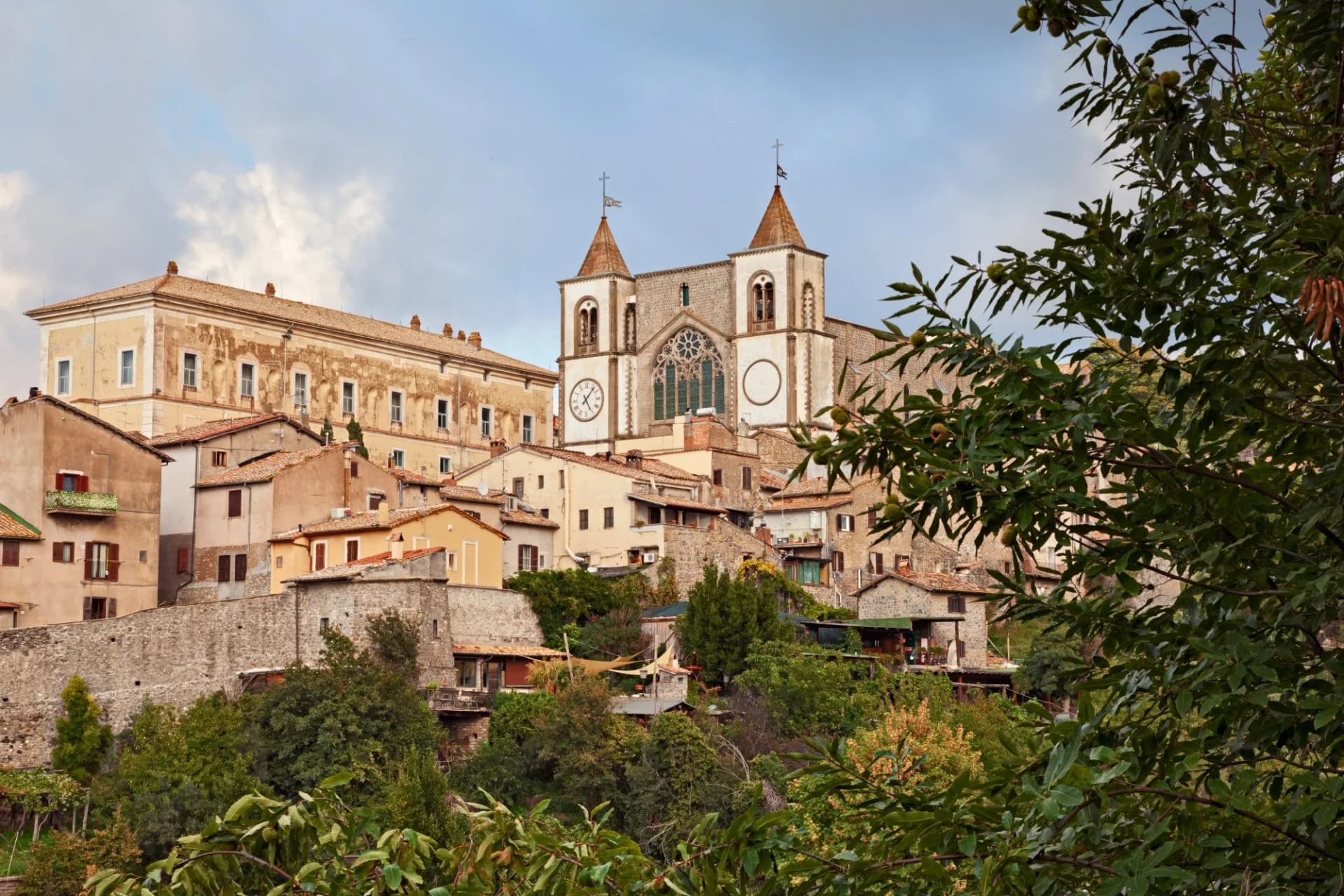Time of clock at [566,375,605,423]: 5:06
